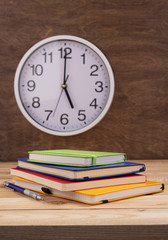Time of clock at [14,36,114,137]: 5:00
